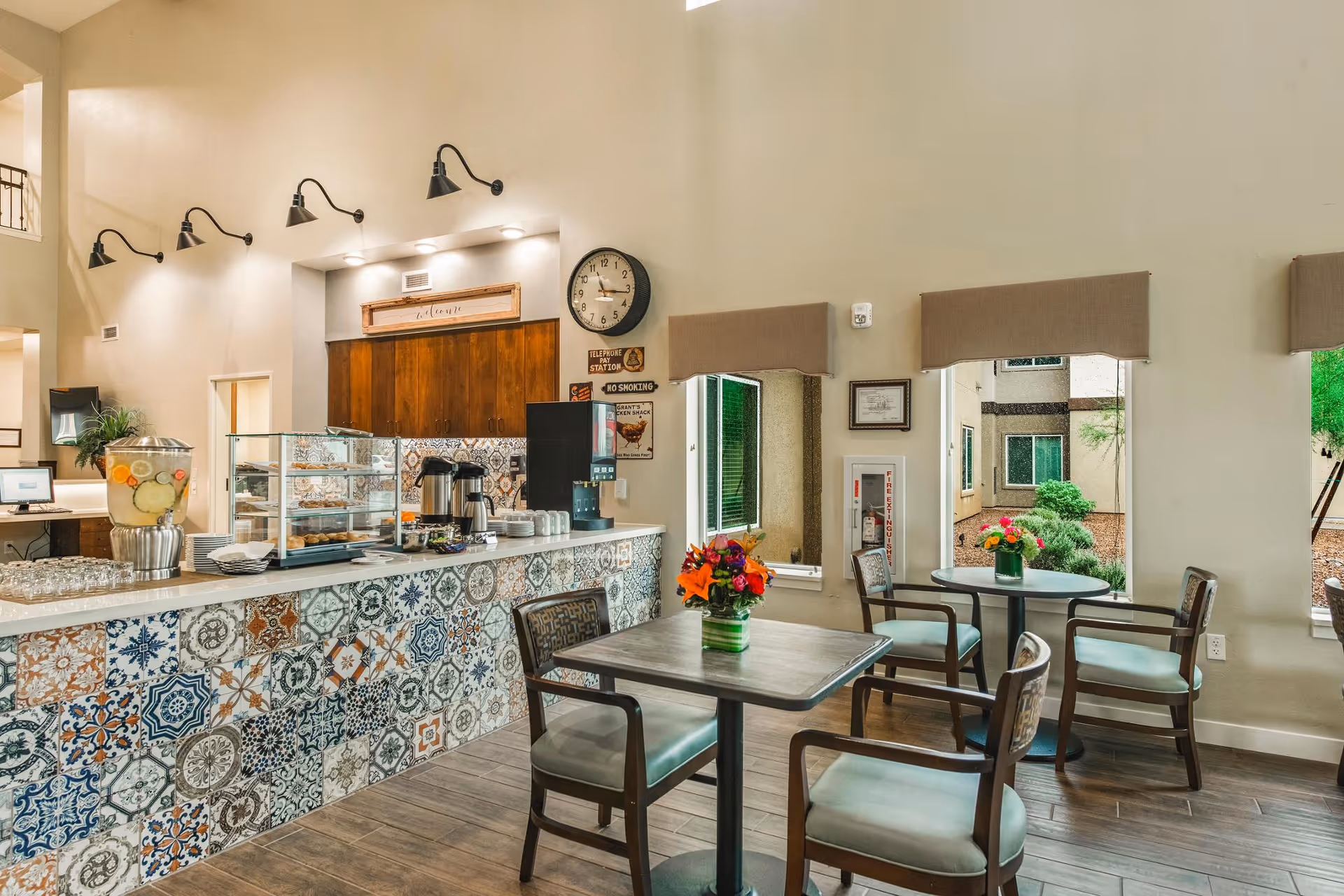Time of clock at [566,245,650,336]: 11:16
